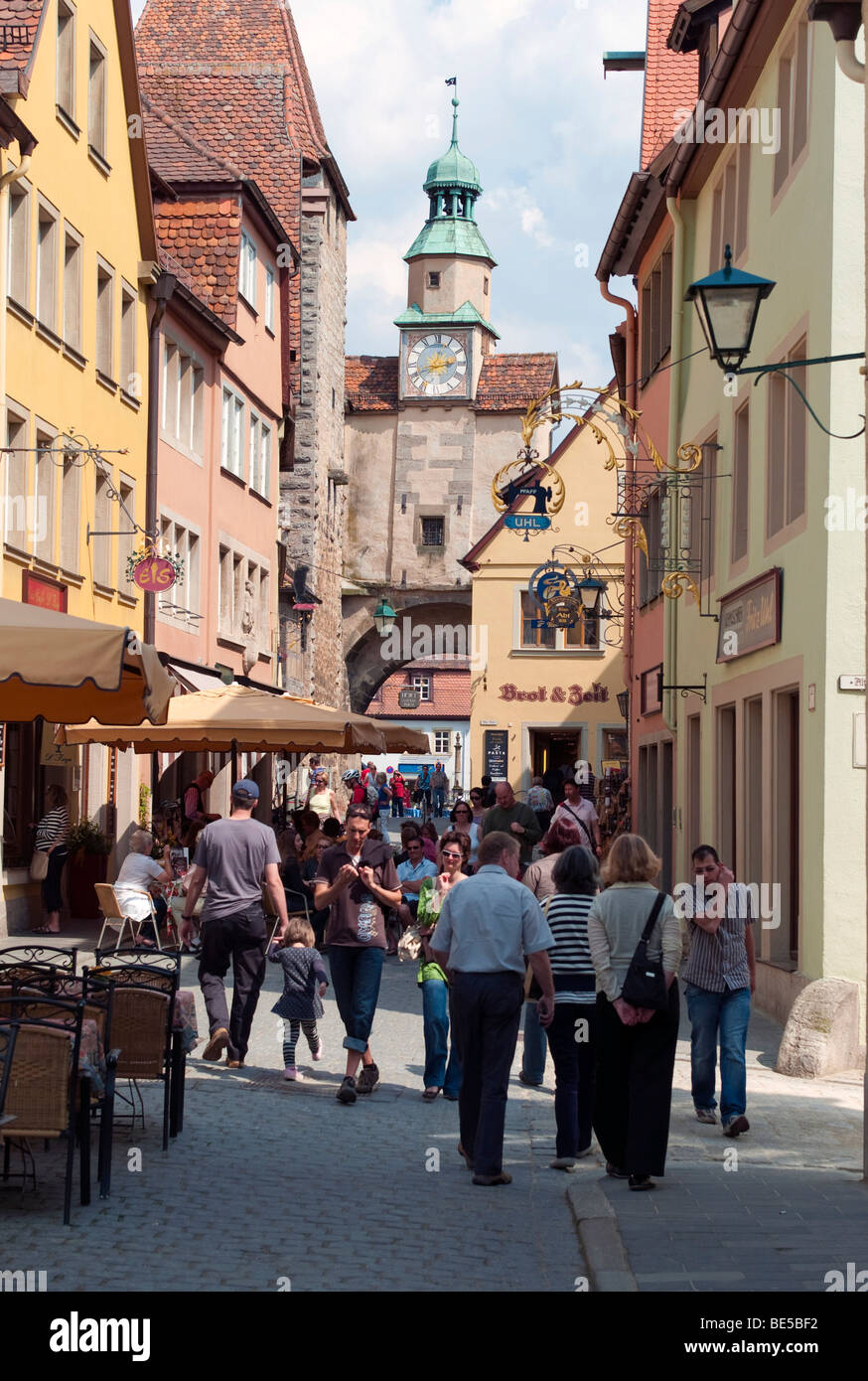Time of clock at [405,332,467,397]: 2:42
